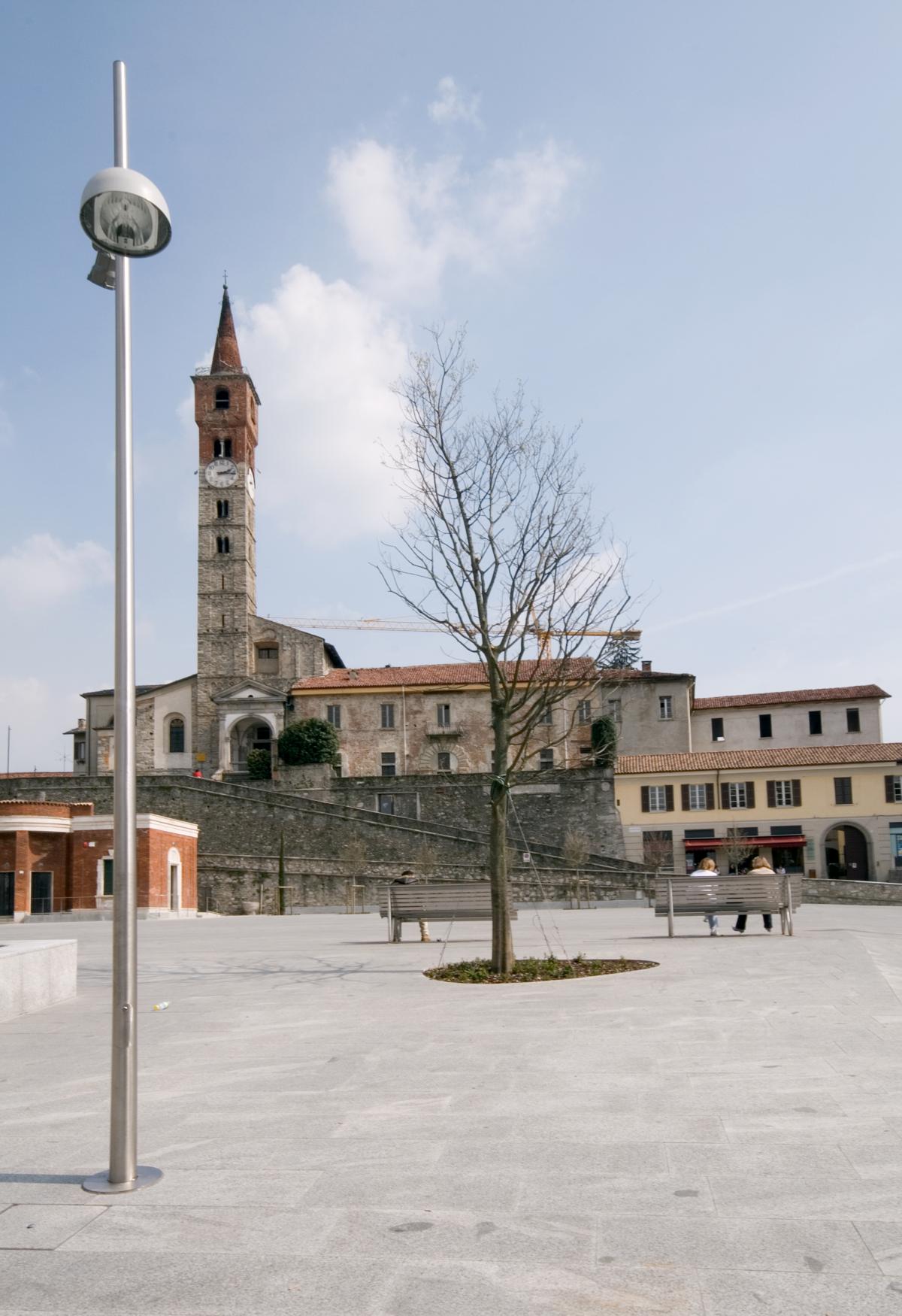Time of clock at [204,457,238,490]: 2:15
